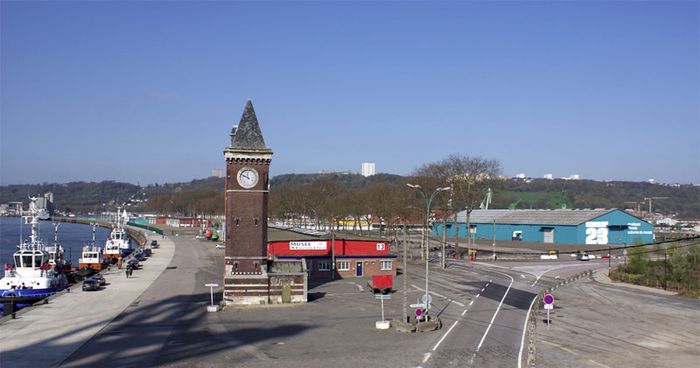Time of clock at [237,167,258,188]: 11:48
